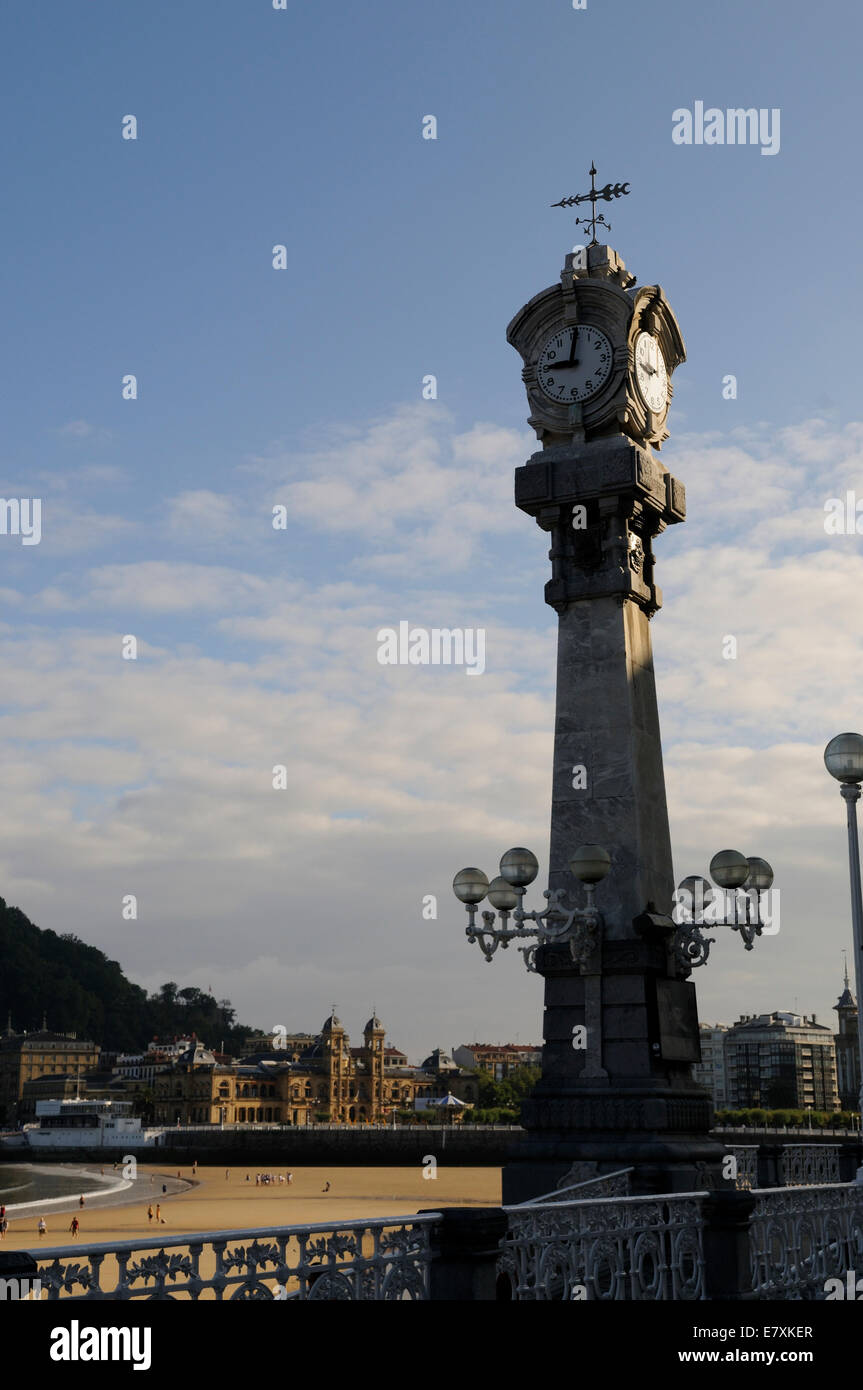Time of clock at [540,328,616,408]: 9:01
